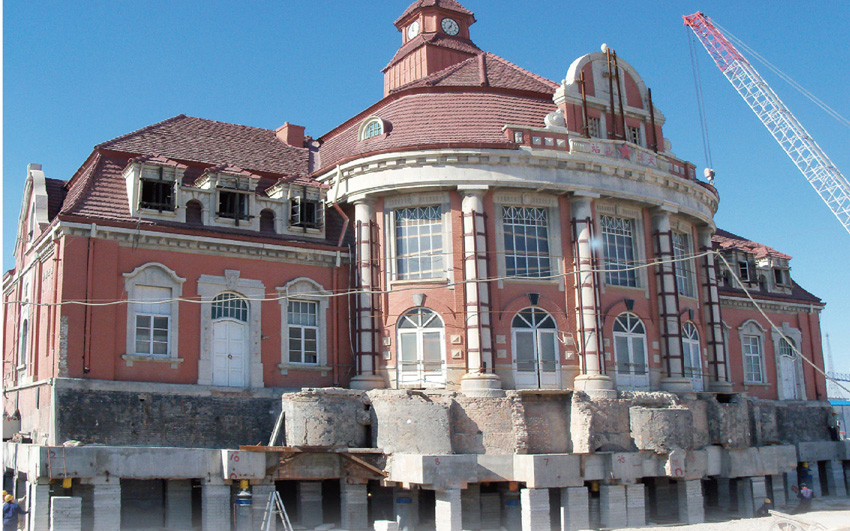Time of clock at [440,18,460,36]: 7:03
